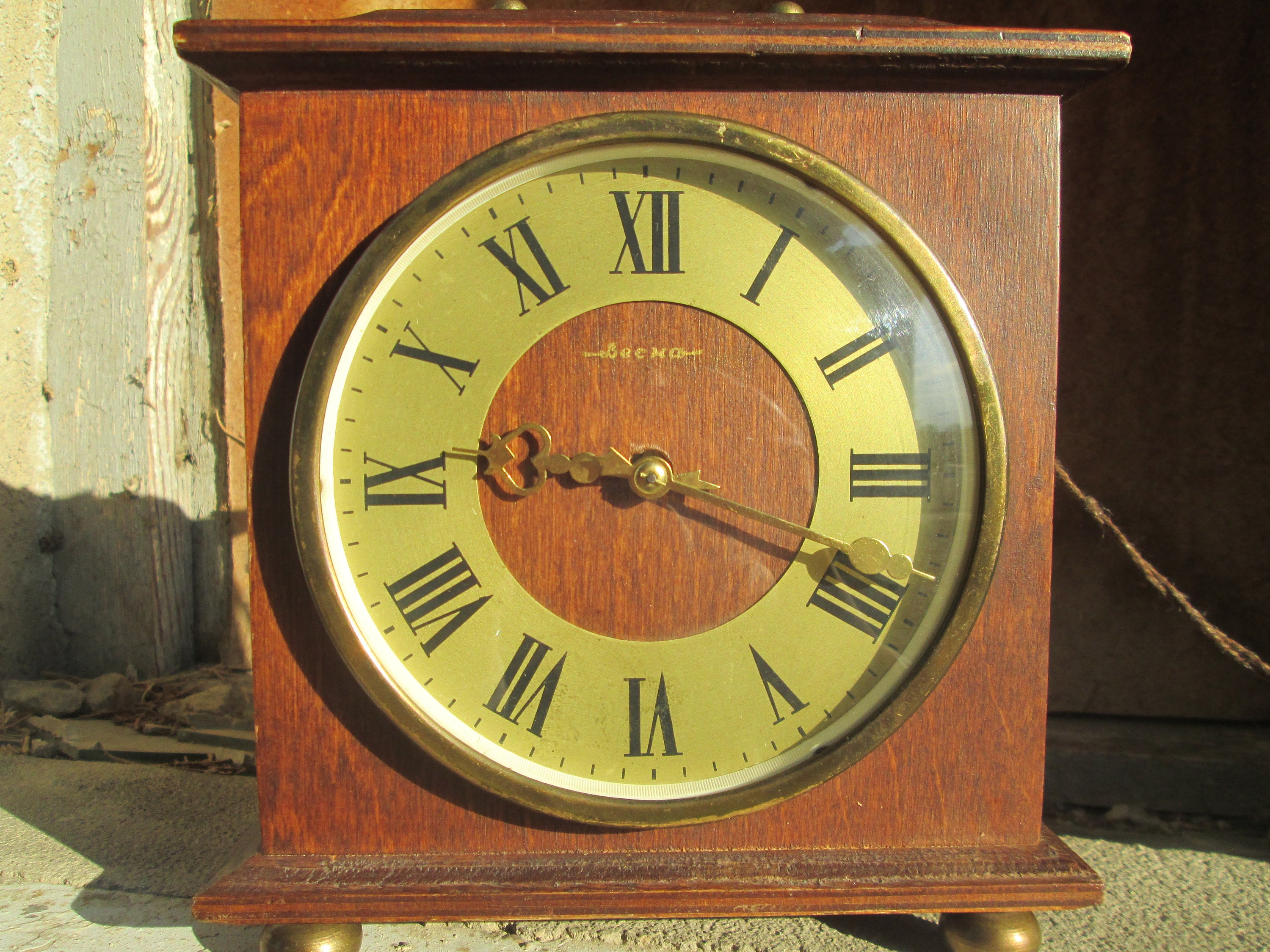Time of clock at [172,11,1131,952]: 9:19
